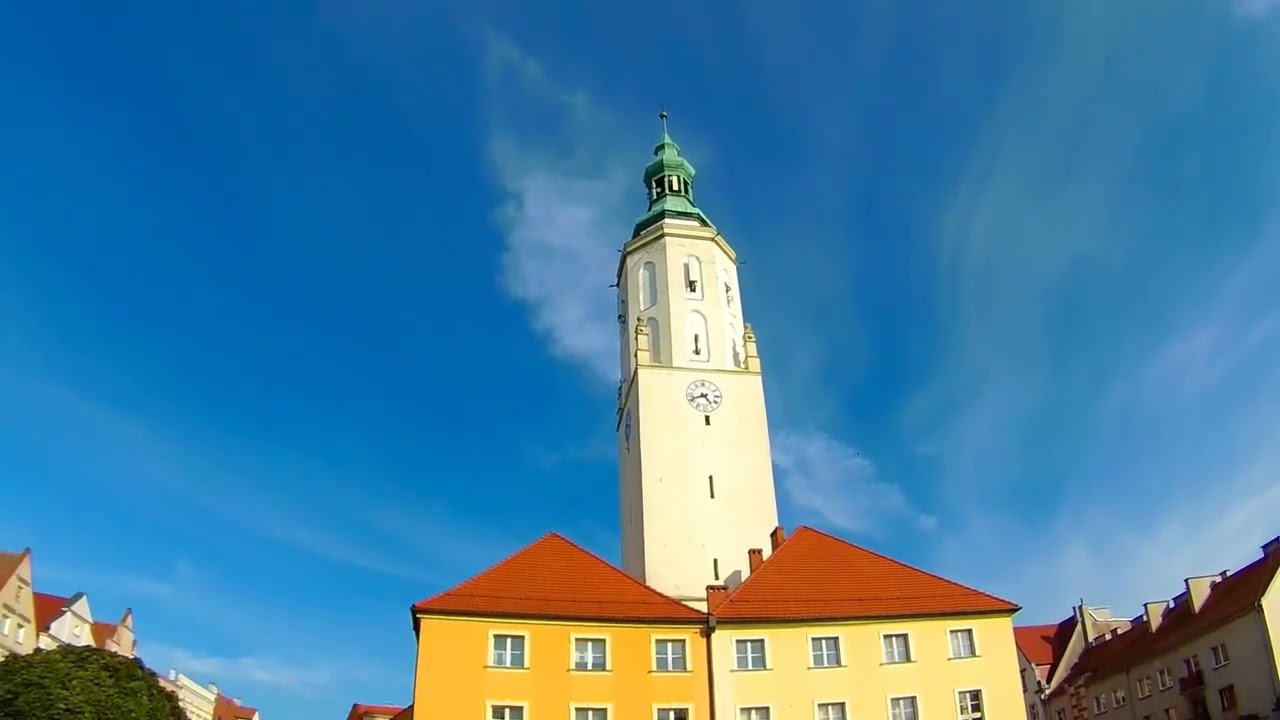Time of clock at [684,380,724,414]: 4:41
